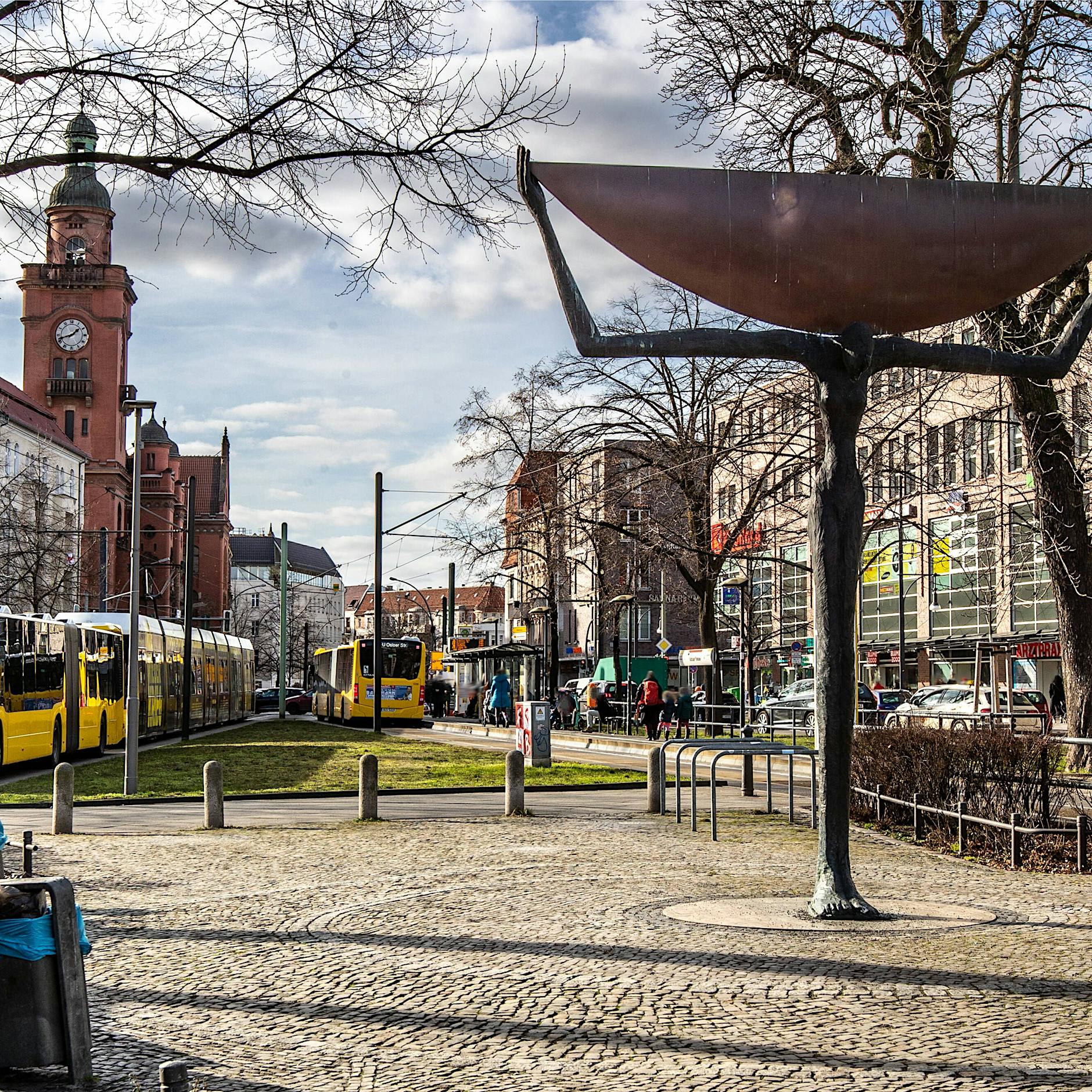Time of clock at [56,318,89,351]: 1:42
